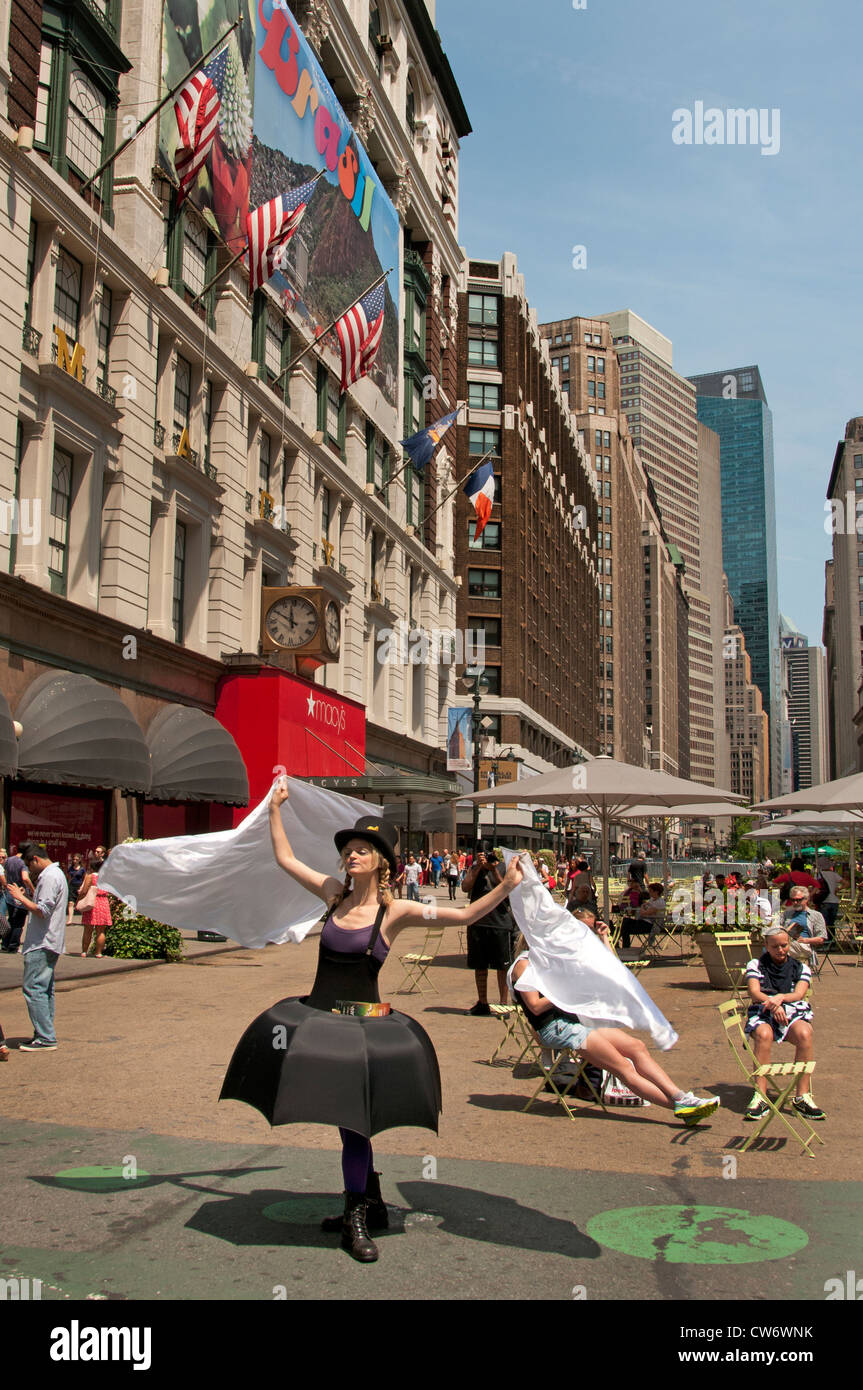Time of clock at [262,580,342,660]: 11:49
